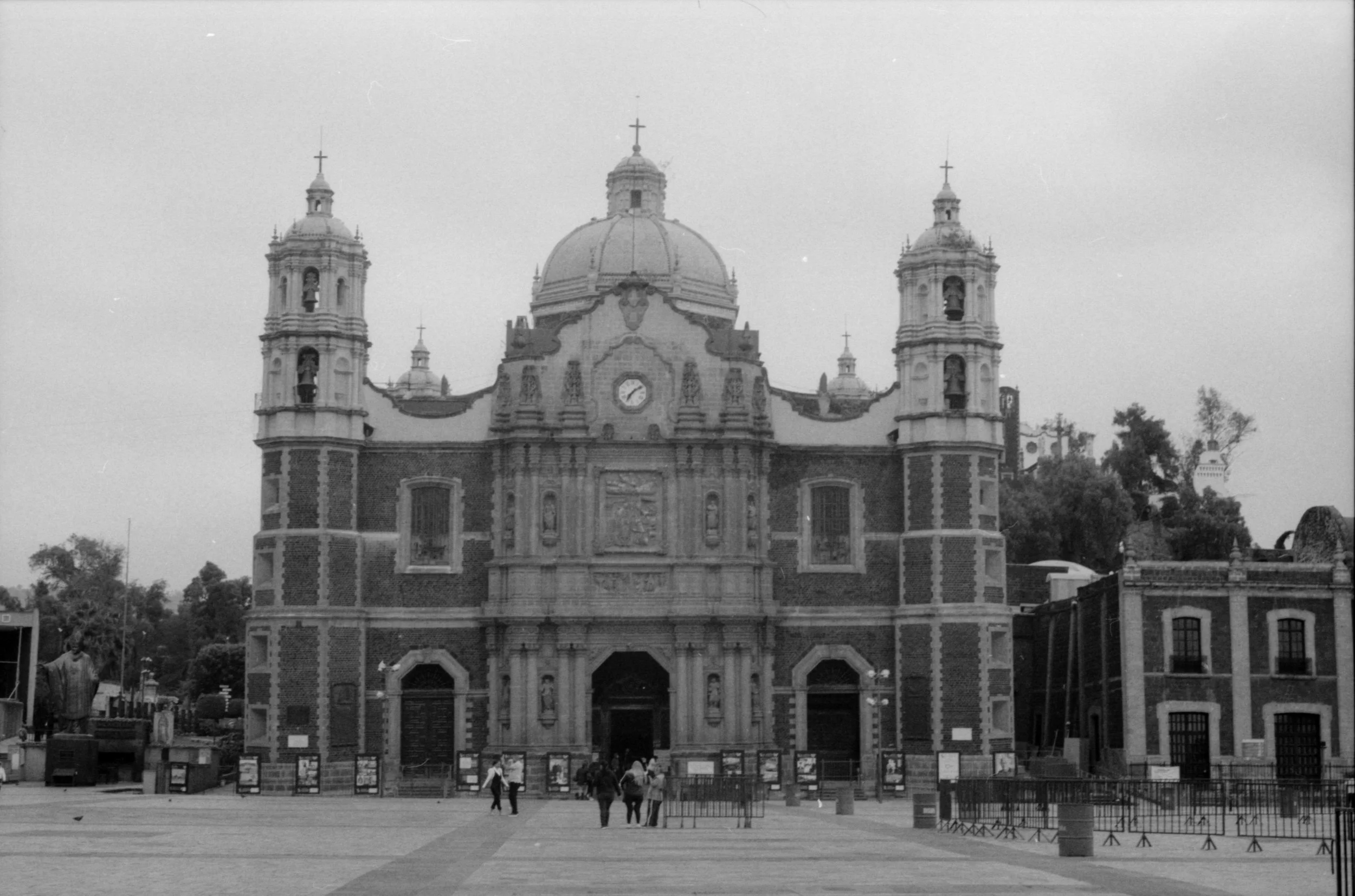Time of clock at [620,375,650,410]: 7:09
